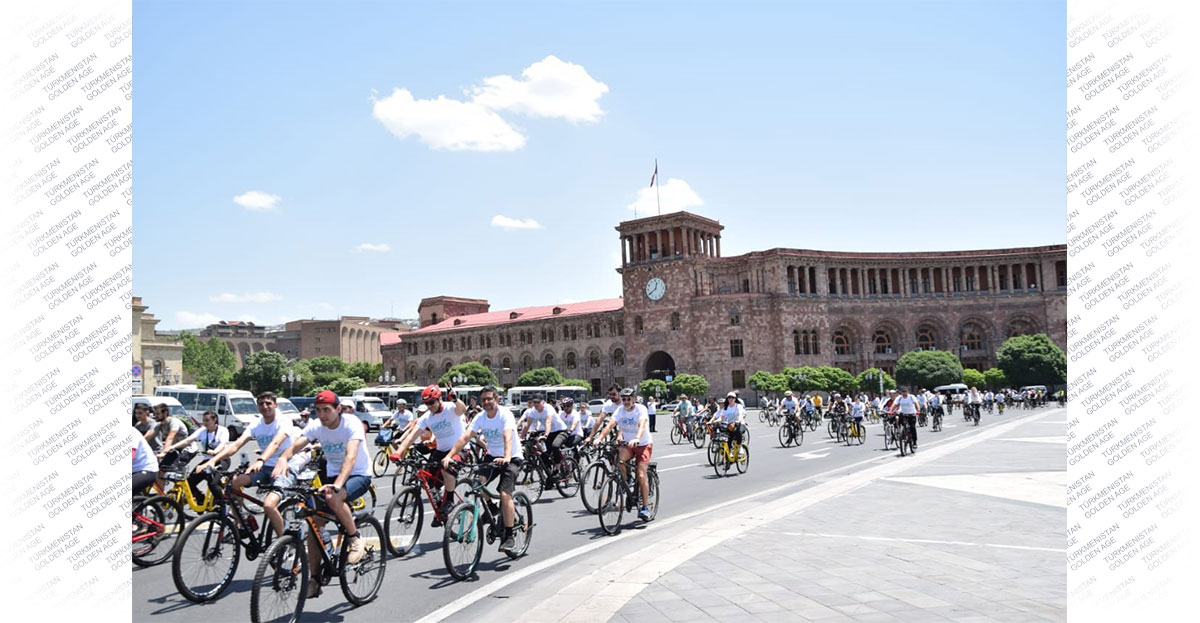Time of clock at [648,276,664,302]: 12:38
